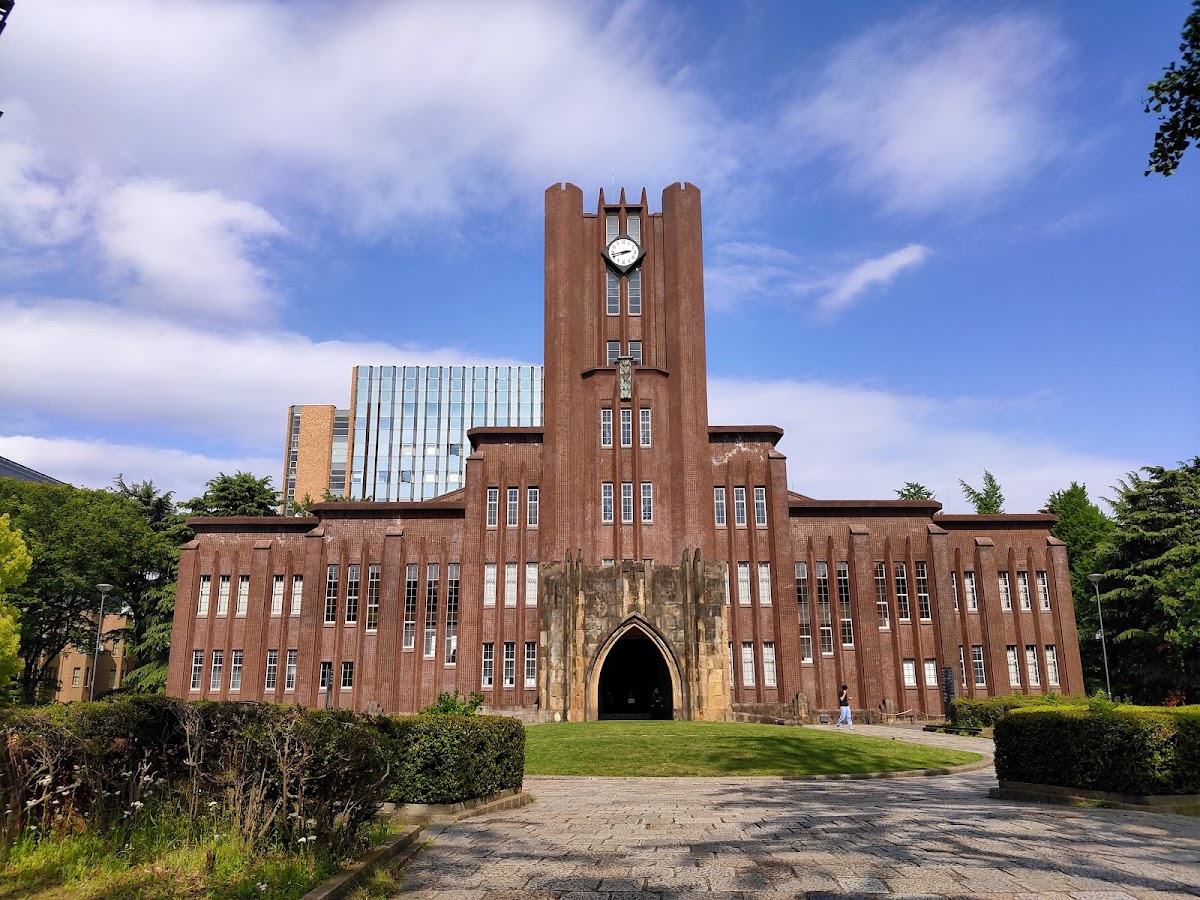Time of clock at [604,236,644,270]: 2:42
